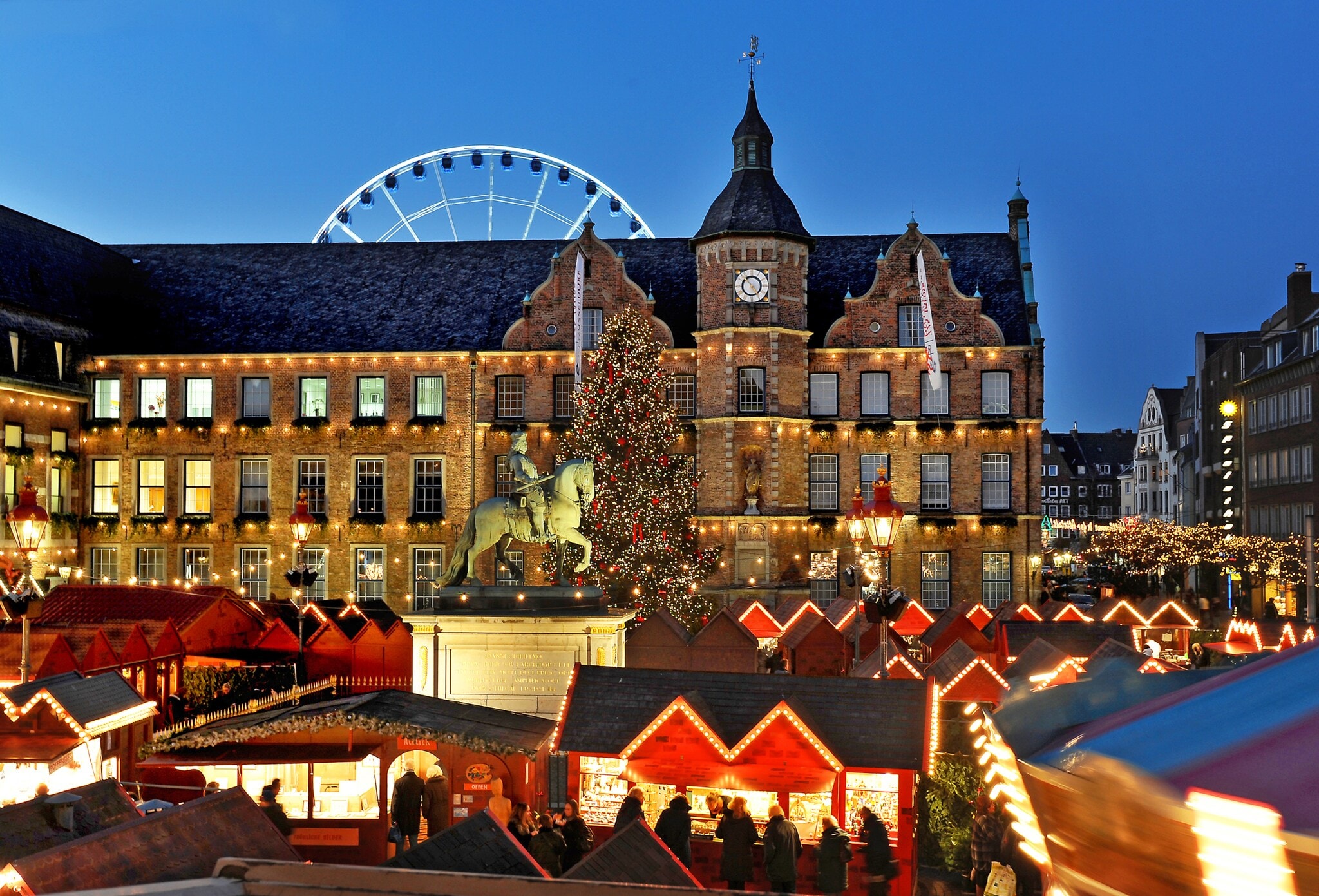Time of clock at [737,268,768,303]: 4:52
